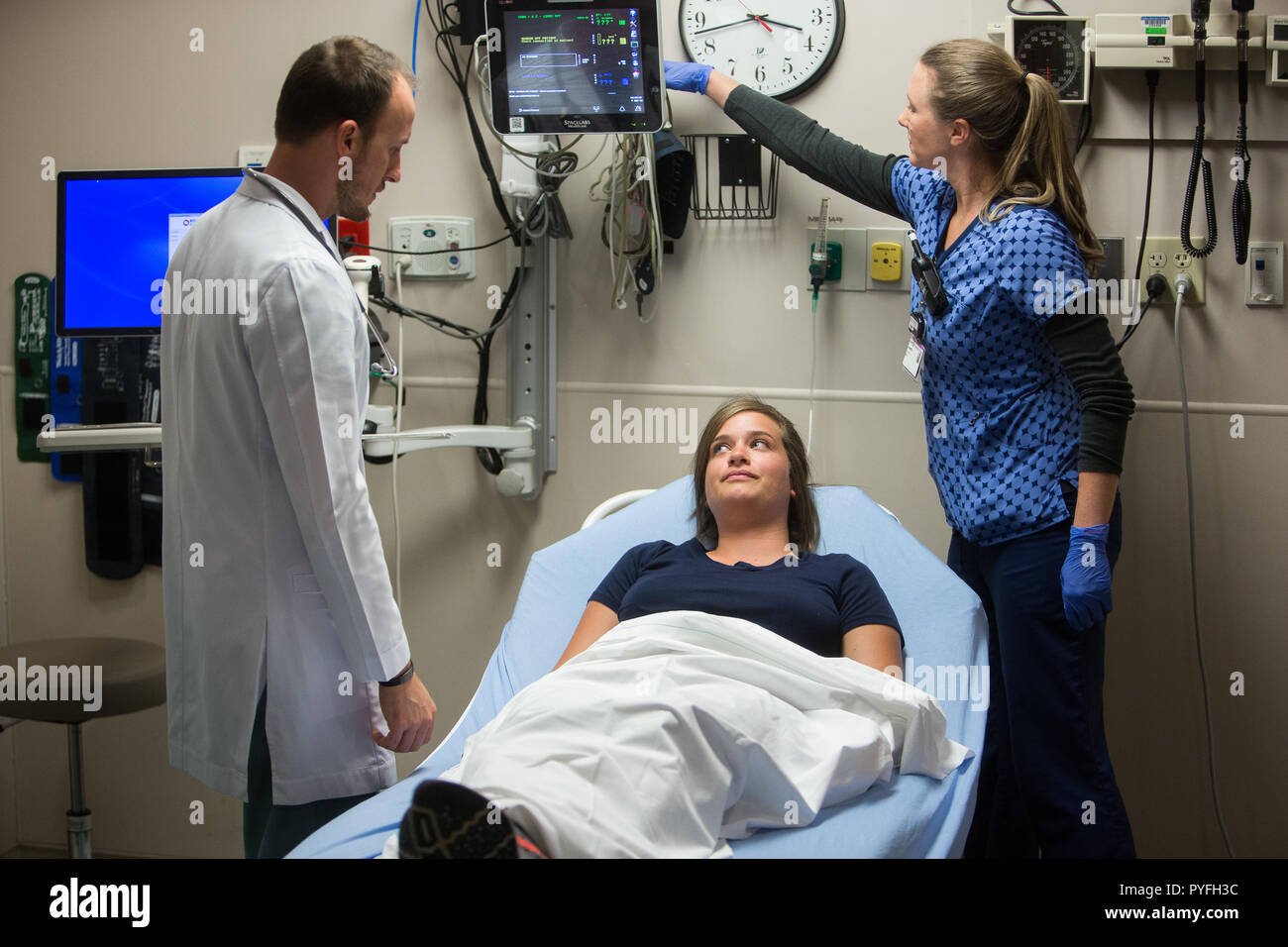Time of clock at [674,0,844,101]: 3:42
